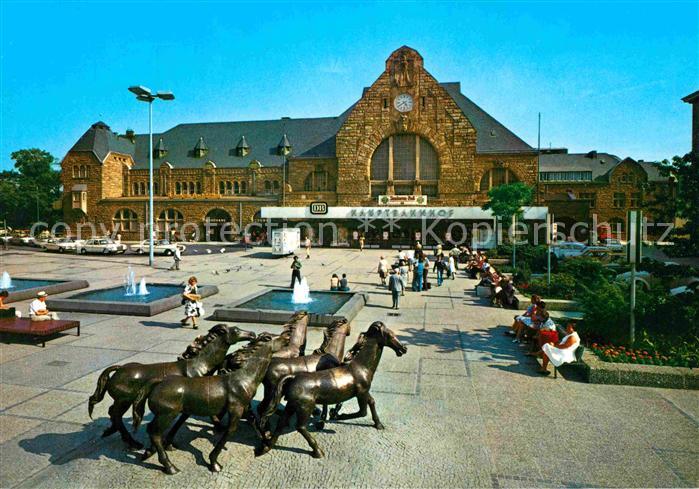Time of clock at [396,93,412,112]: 4:39
